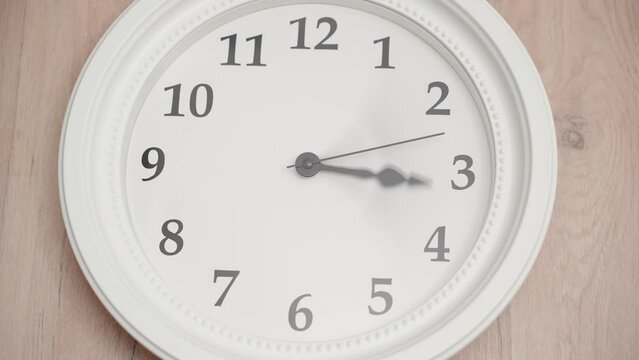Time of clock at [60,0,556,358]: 3:16
